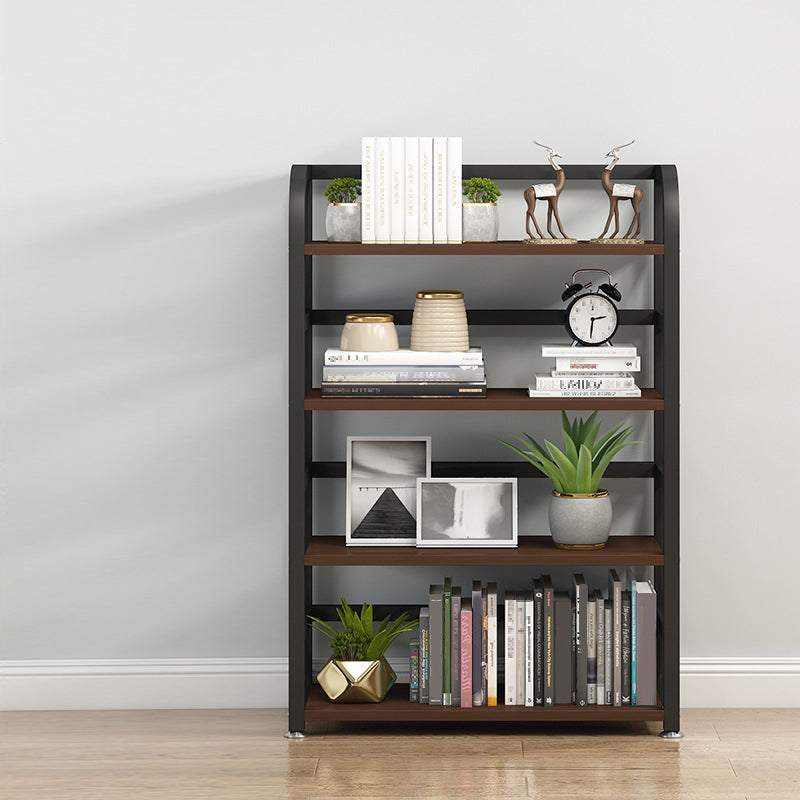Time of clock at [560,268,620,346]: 2:31
